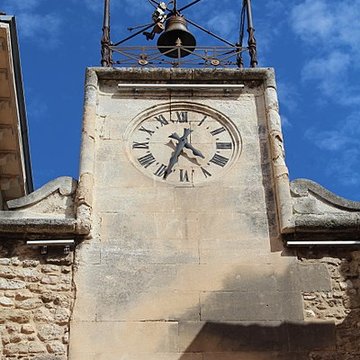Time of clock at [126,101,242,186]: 4:33
